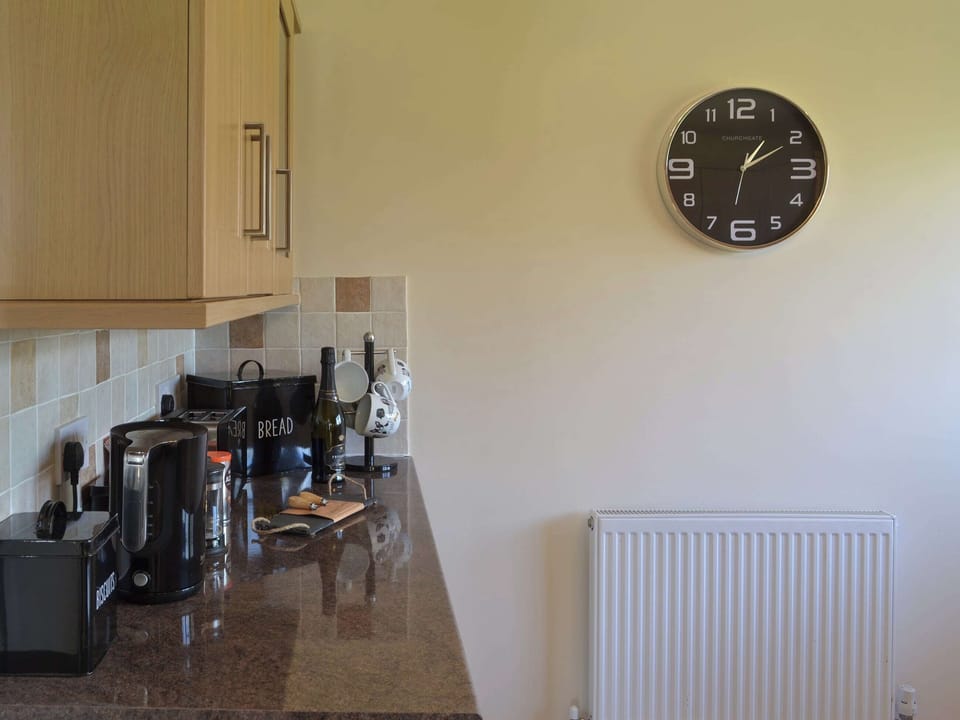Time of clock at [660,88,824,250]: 1:10
